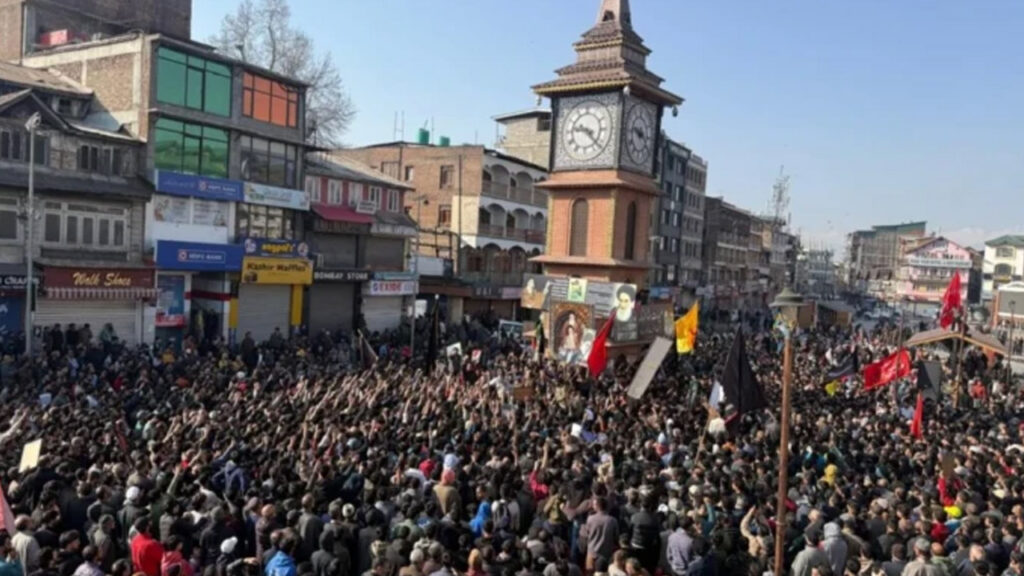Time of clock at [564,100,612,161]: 9:22
